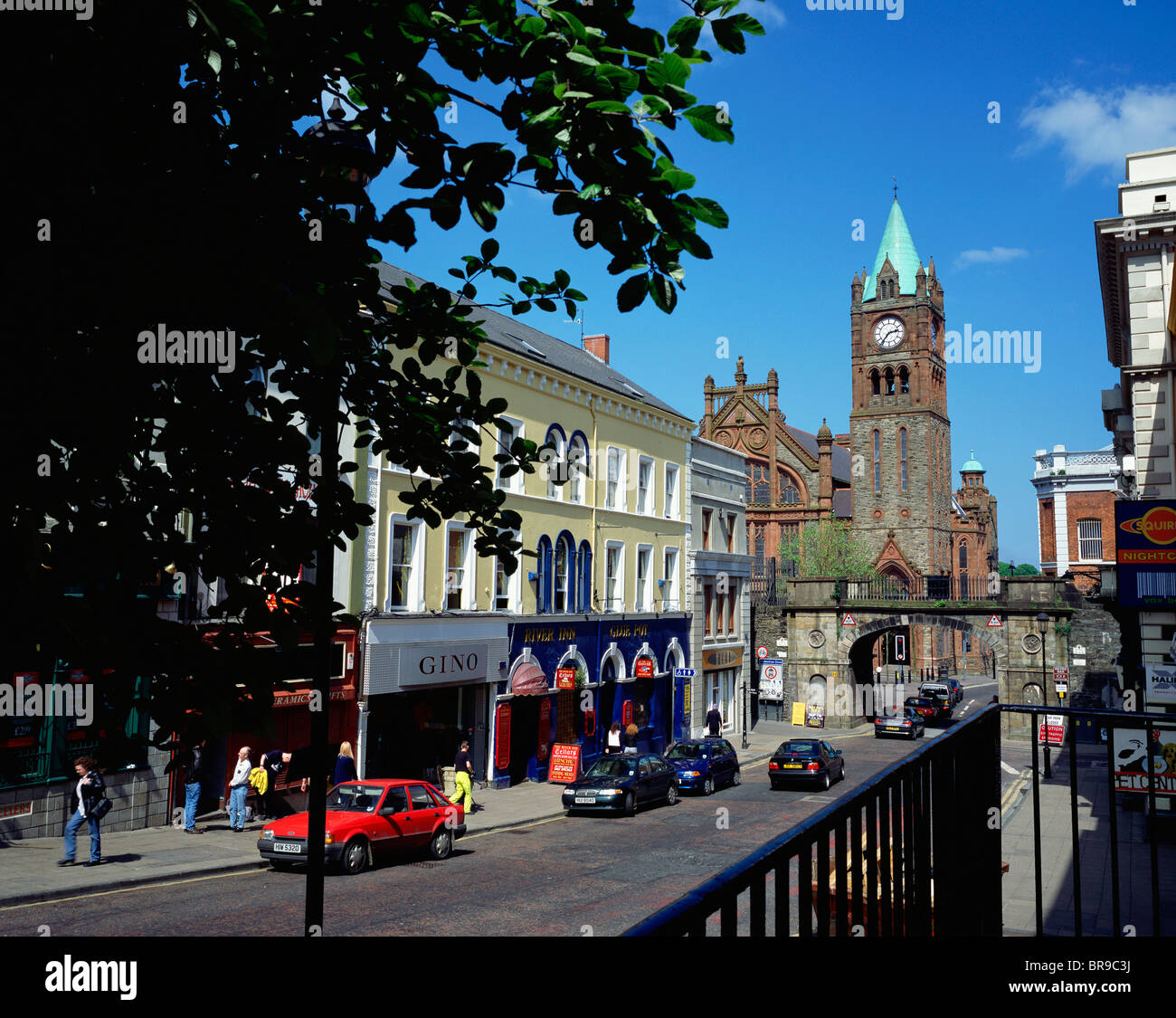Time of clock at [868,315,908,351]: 2:36
